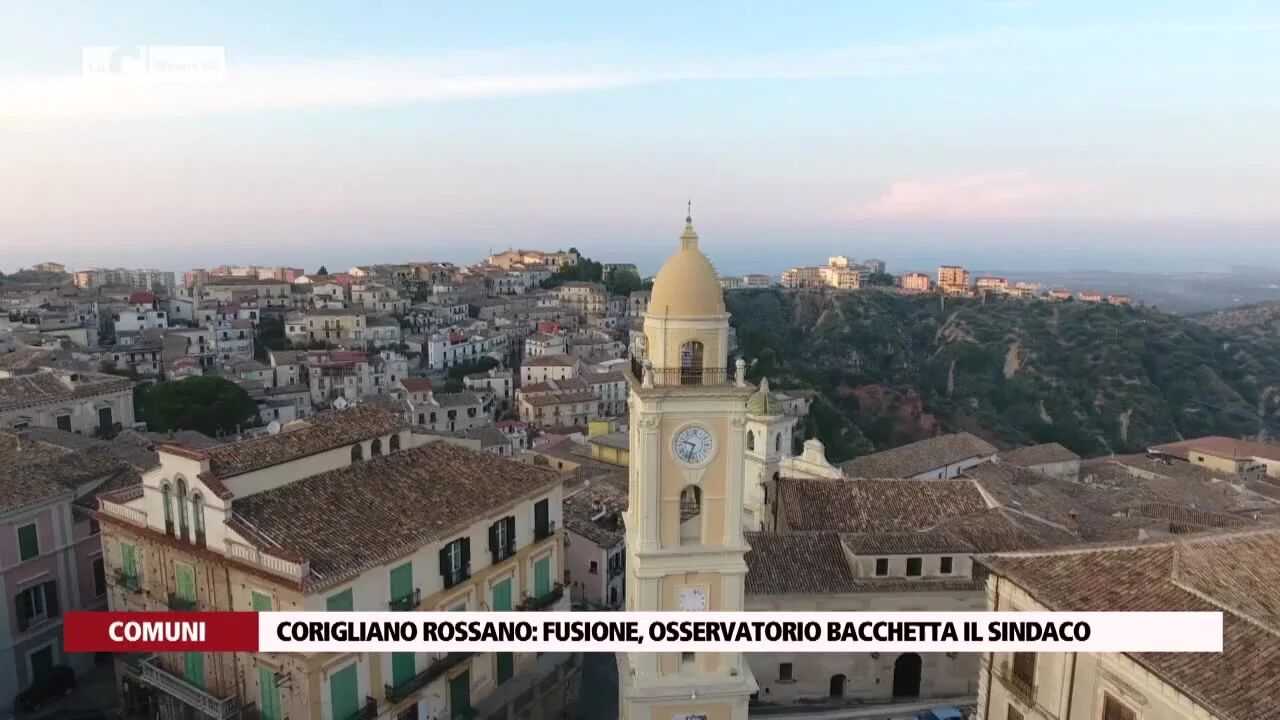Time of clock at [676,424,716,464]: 9:33
